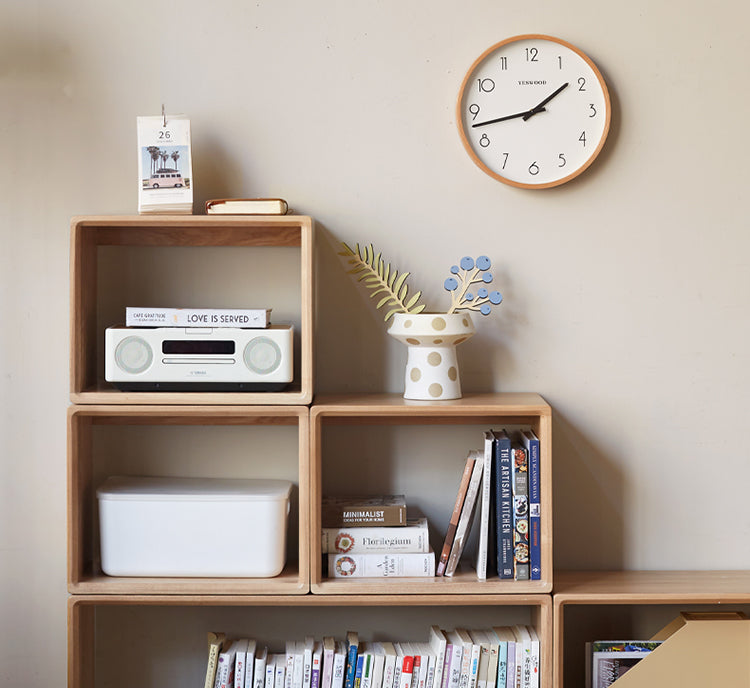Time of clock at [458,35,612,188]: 1:42
